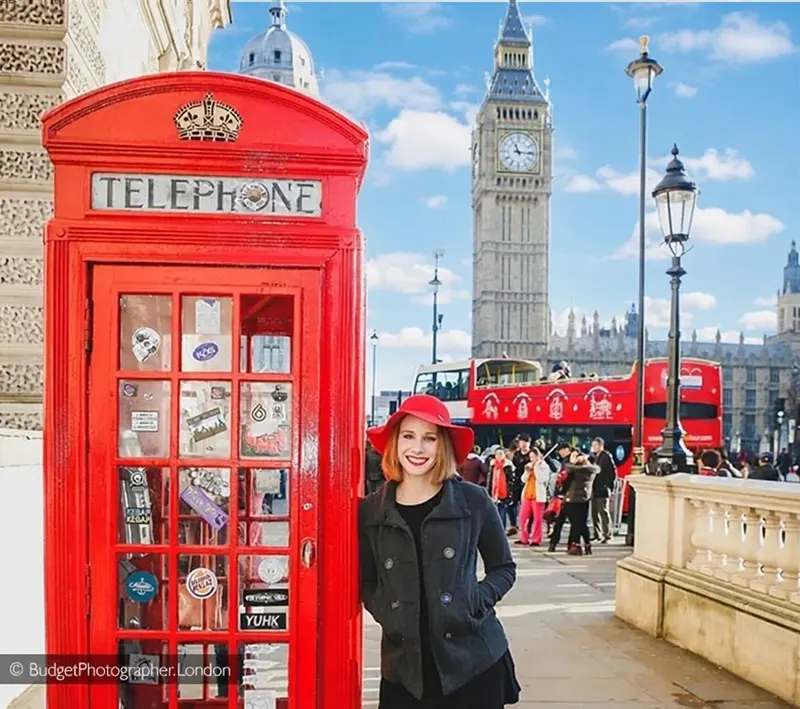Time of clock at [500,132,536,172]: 11:15
